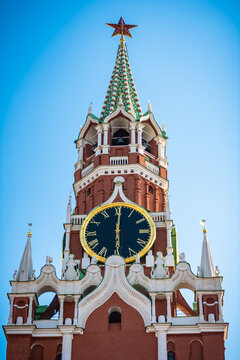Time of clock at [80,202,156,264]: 6:00
